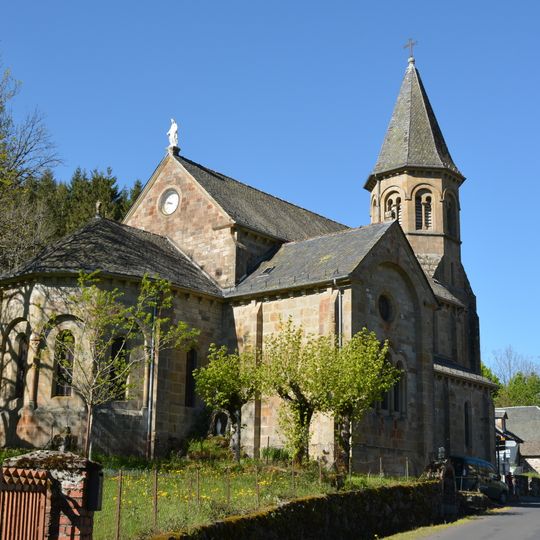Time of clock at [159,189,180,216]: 8:47
